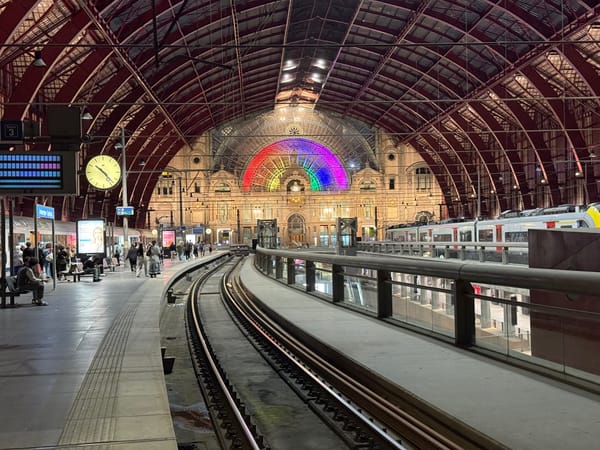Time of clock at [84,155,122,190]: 10:23
